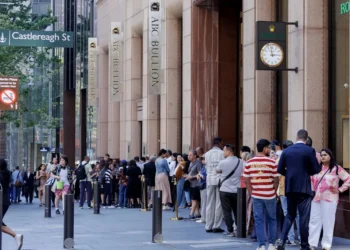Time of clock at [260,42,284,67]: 2:58
